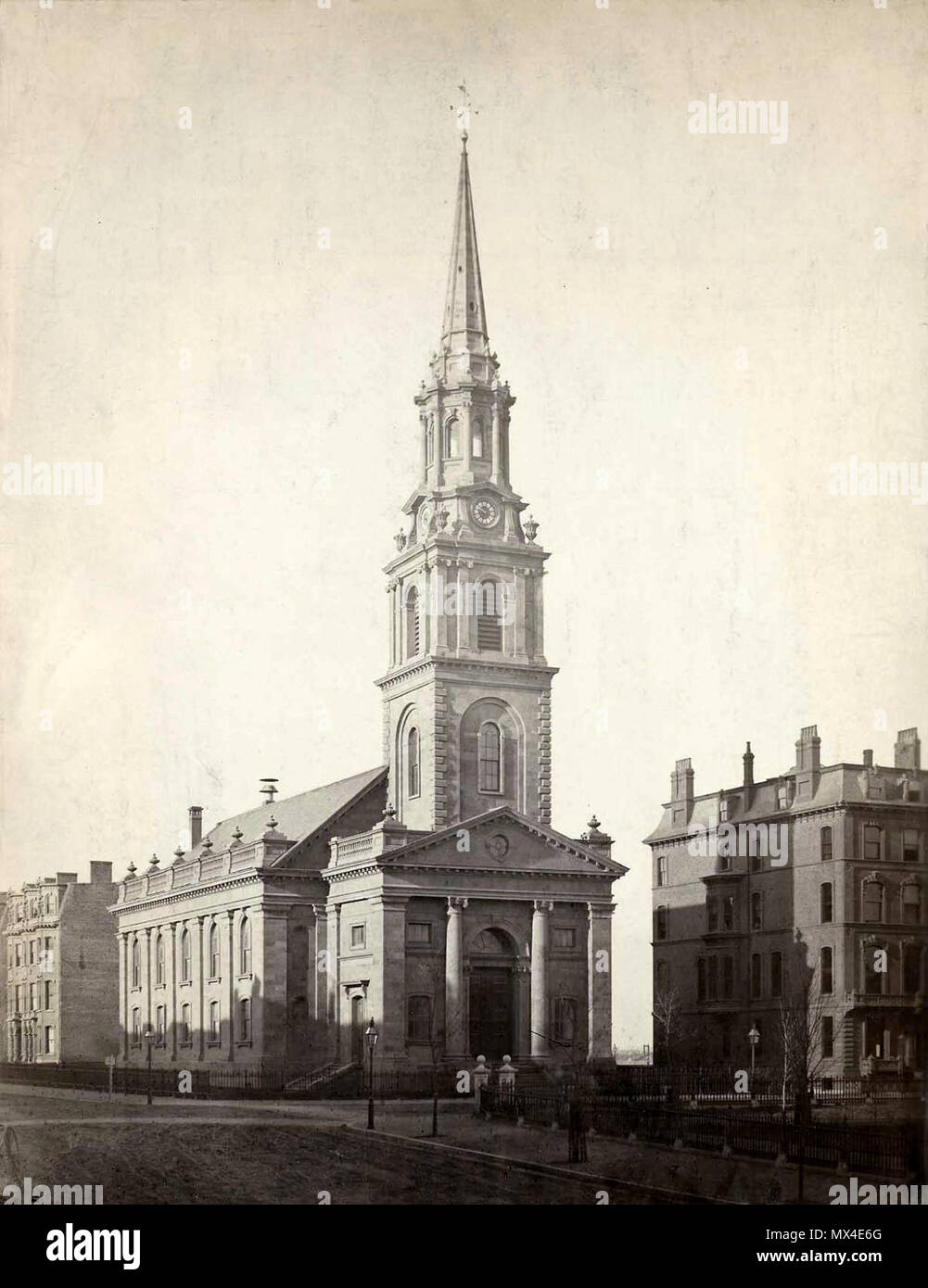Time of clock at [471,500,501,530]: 9:33
